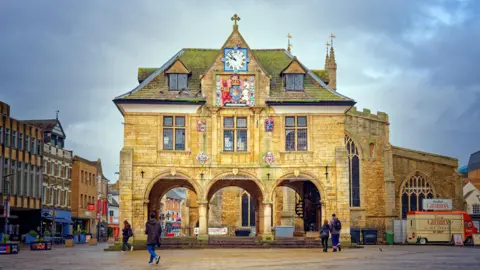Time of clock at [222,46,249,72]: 9:53
